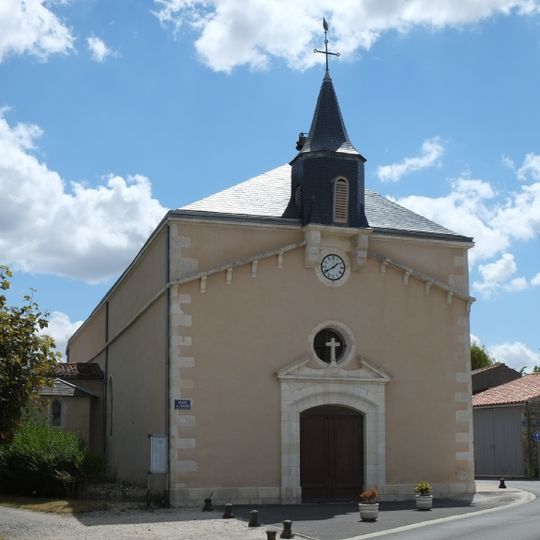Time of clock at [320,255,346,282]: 1:40
